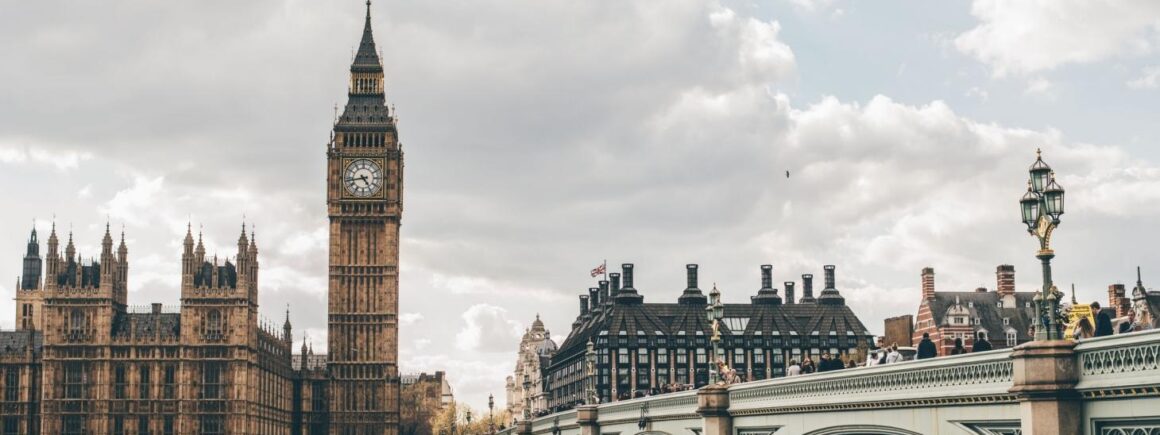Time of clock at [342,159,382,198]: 4:43
